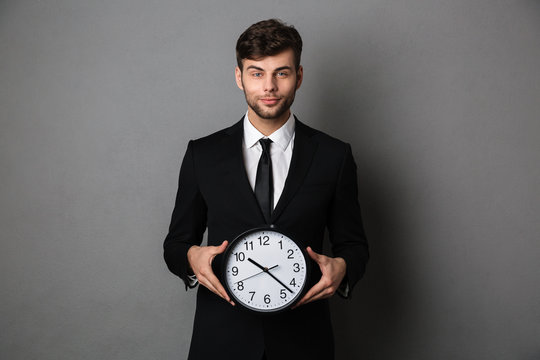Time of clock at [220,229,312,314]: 10:22
